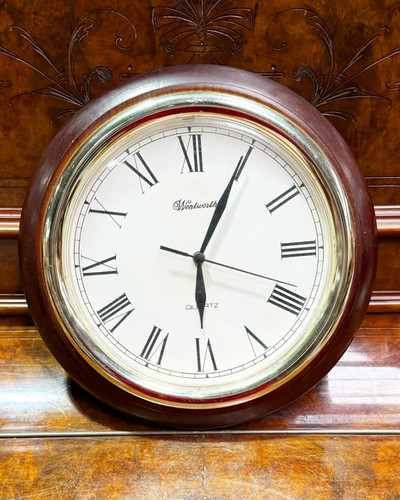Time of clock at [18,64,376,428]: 6:04
